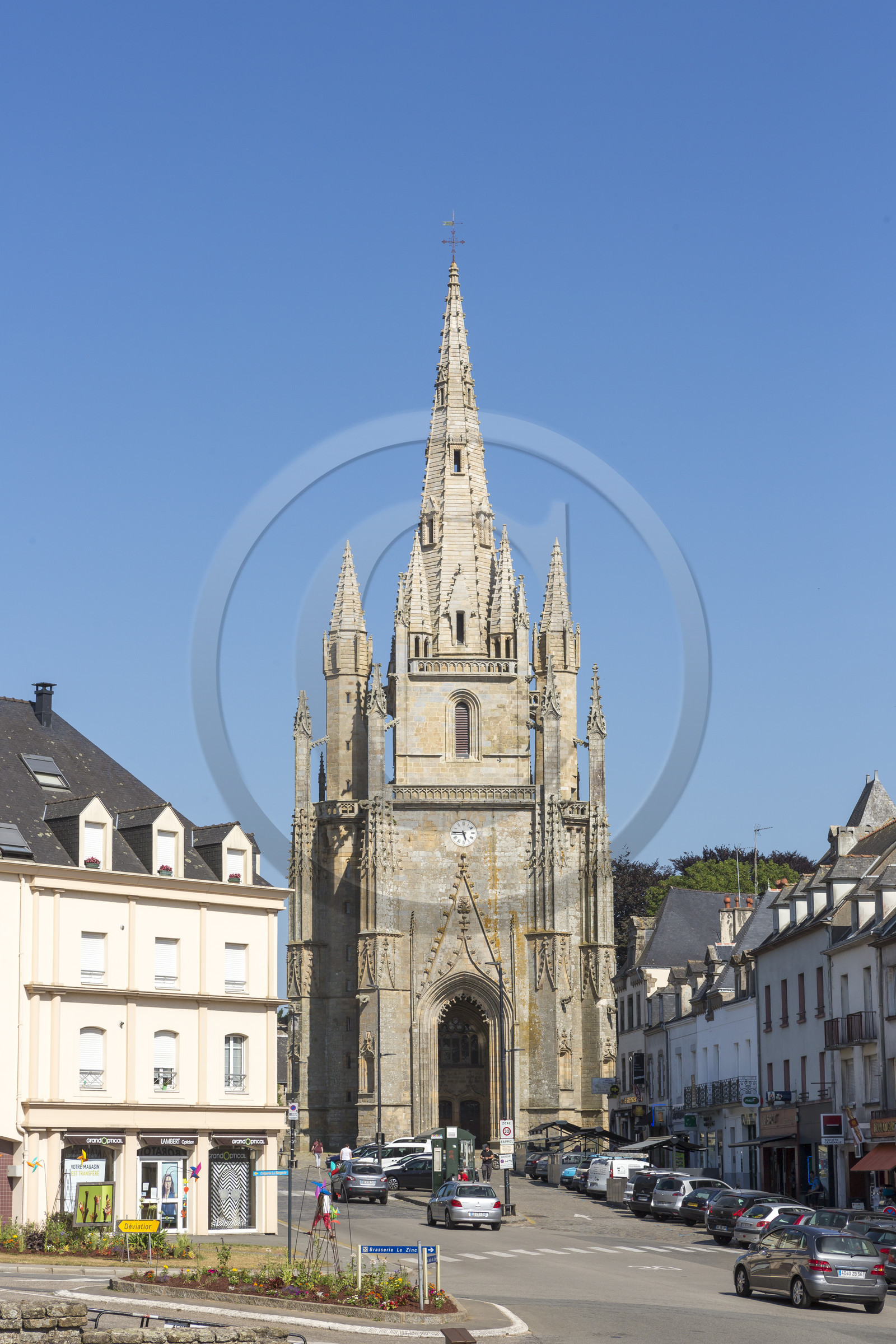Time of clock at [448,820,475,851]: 5:45
